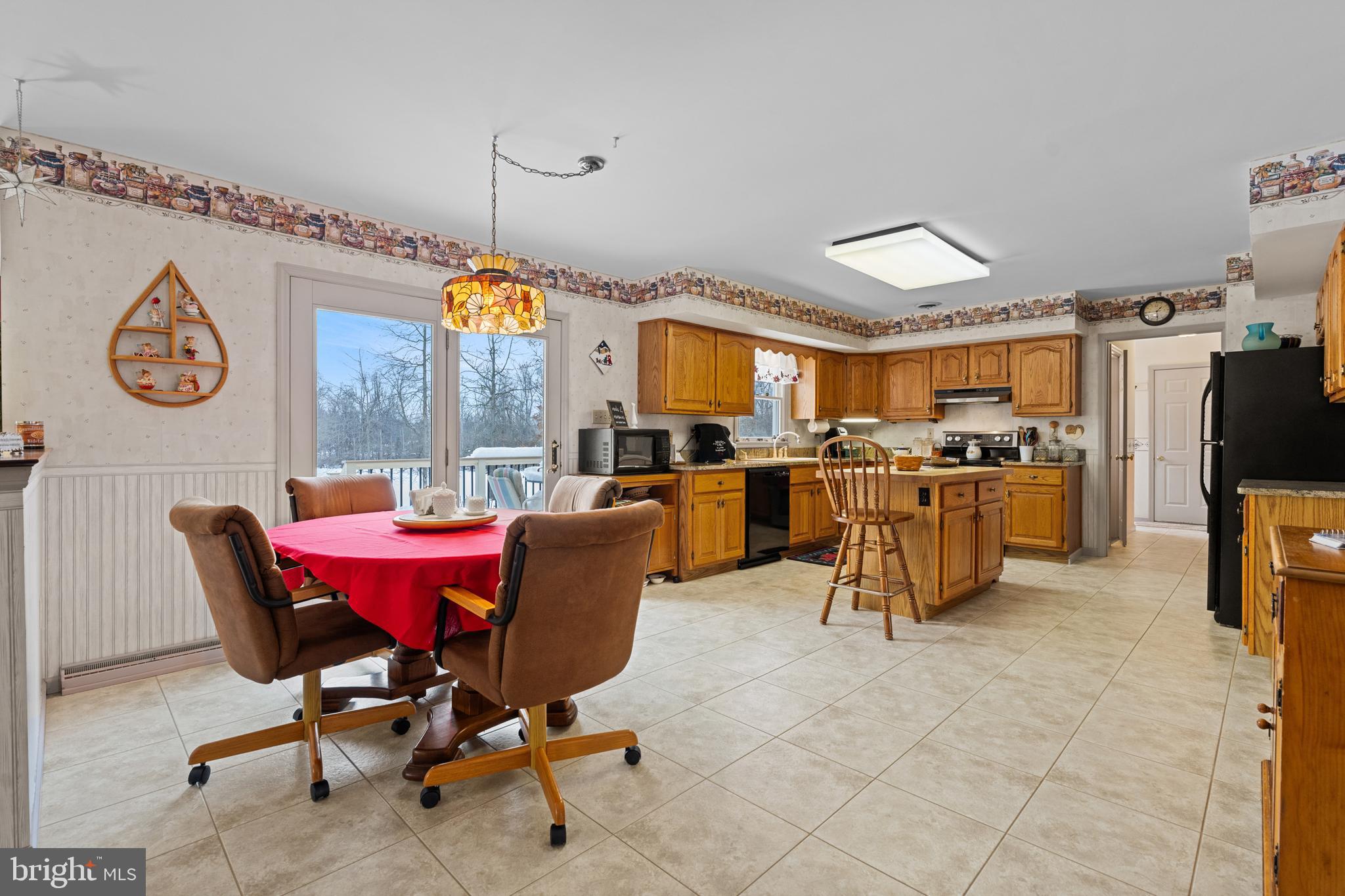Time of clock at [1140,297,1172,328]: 1:28
